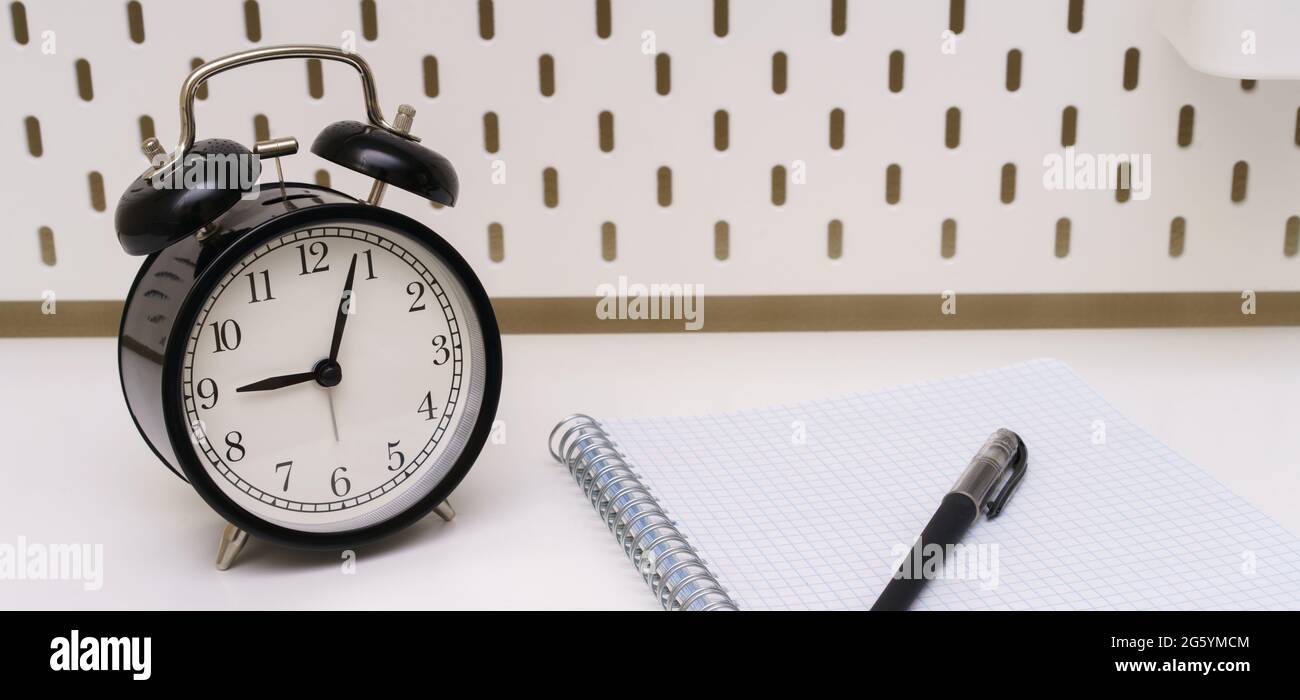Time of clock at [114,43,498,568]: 9:03
